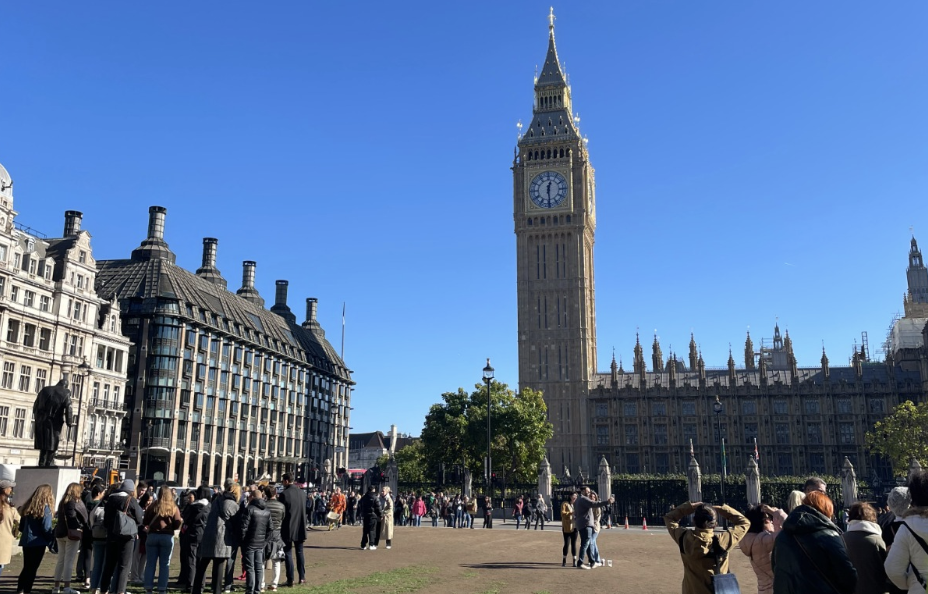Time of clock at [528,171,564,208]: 12:29
